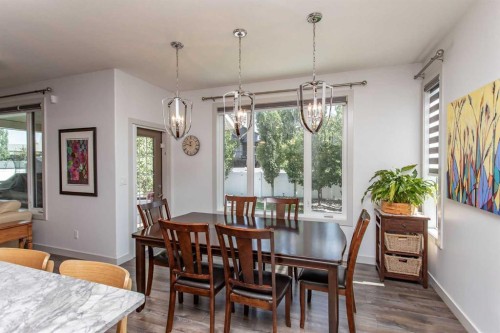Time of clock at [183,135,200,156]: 11:46
